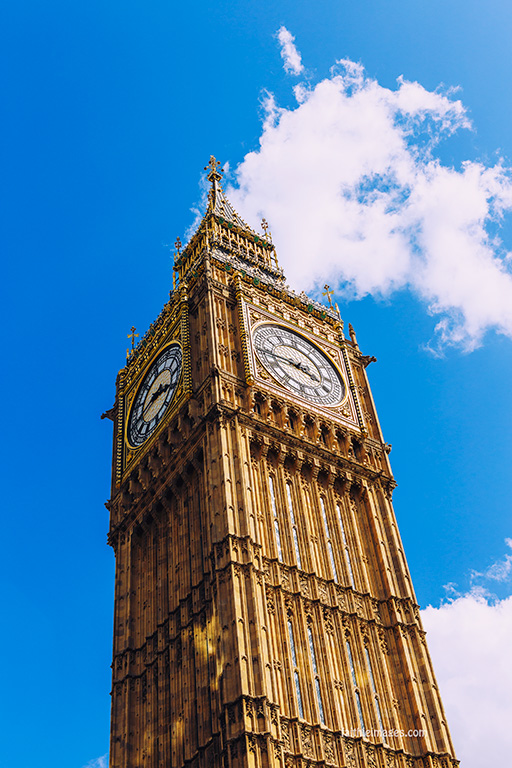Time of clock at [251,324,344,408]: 3:44
